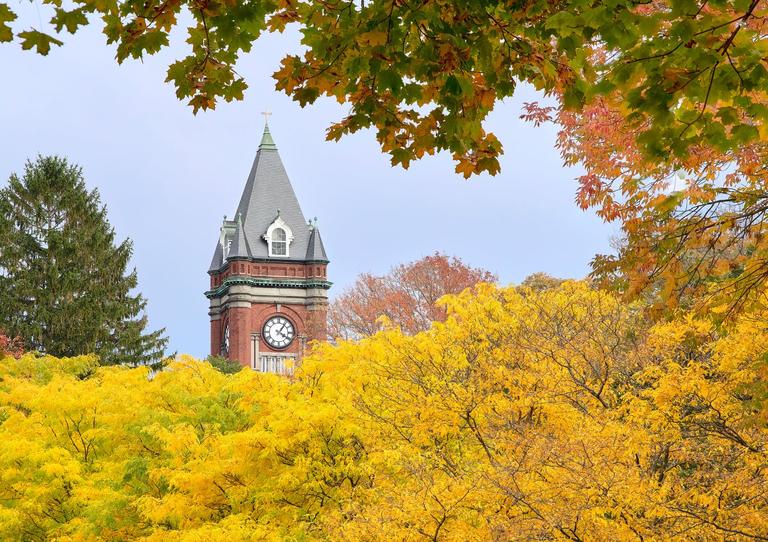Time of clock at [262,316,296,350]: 4:06
